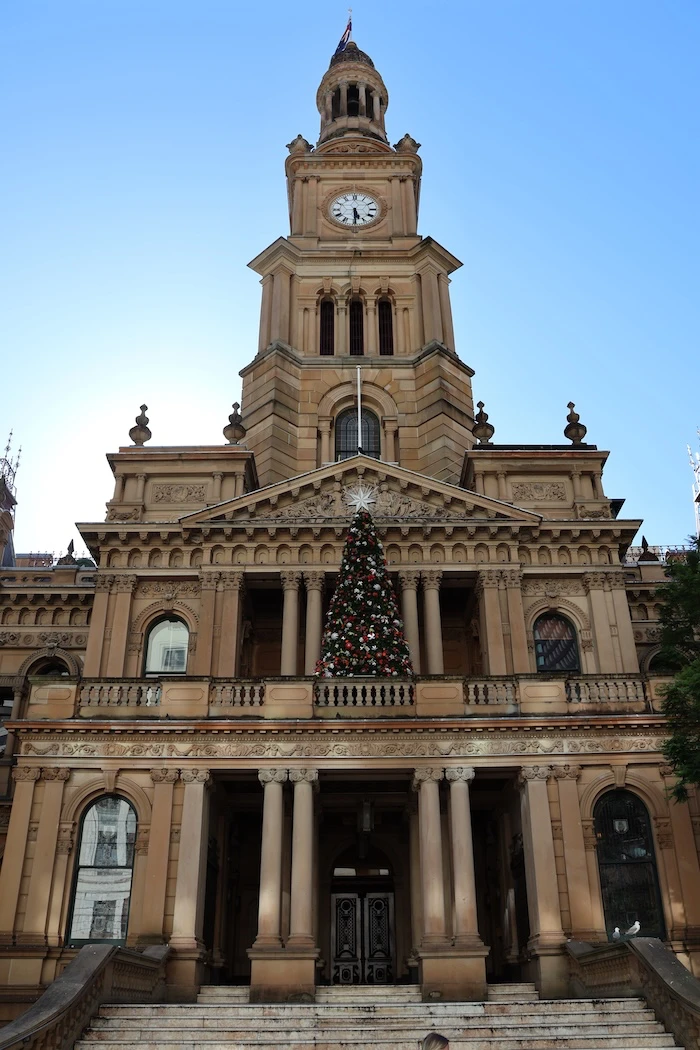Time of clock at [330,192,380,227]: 5:29
